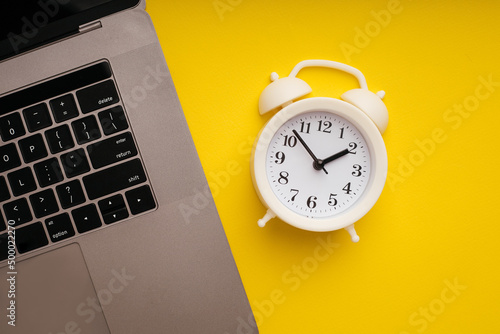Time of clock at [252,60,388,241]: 1:52
